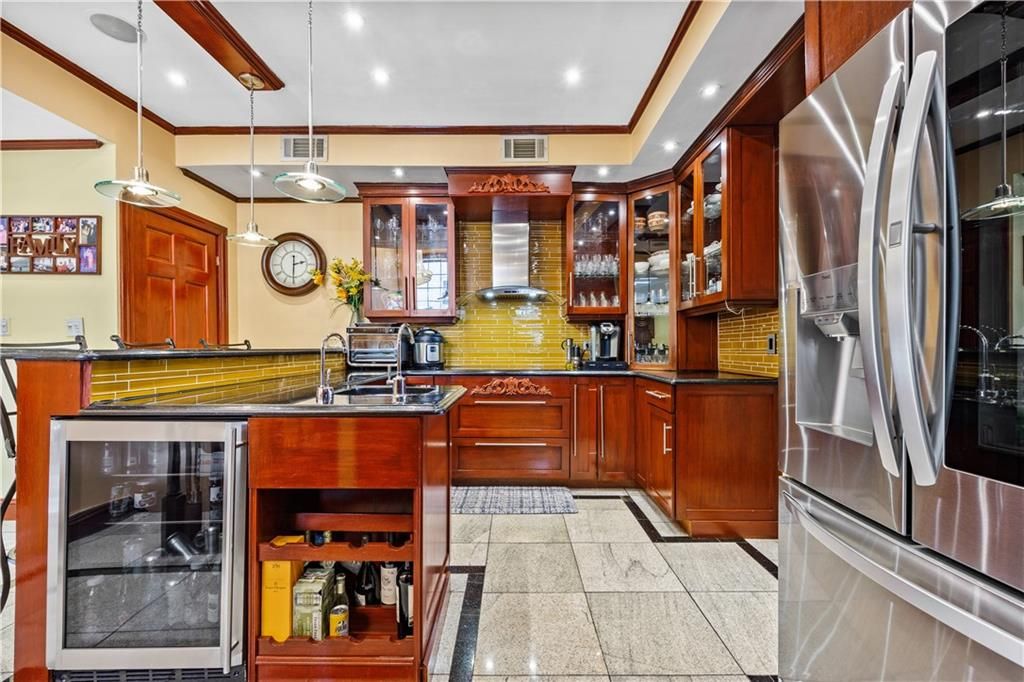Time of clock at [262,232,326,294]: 2:30
